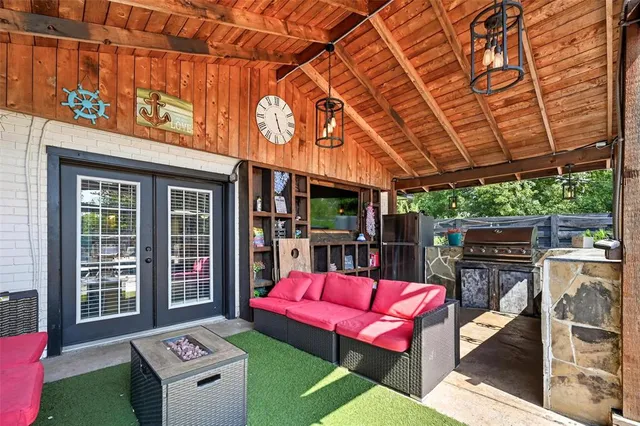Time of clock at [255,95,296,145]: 5:26
